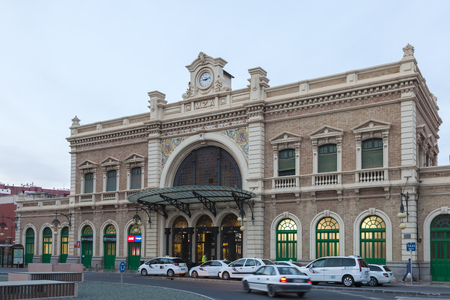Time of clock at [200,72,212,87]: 9:12
